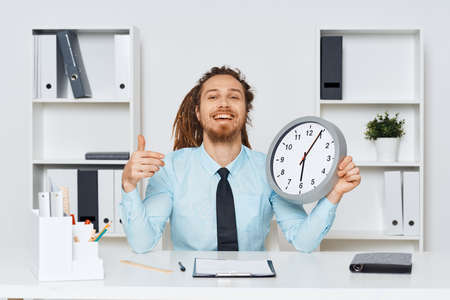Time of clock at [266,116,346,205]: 6:04
